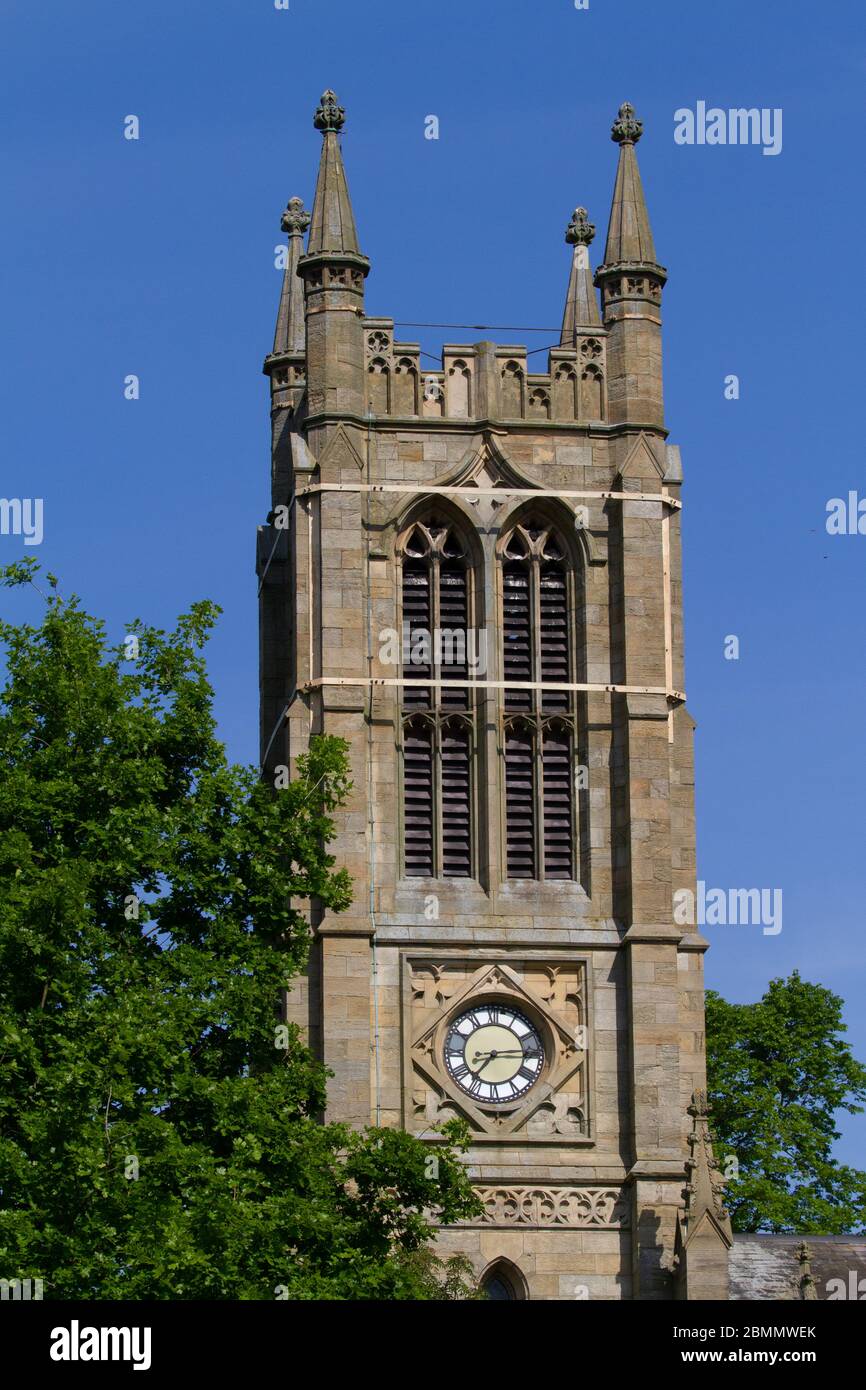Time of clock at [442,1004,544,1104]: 7:14
